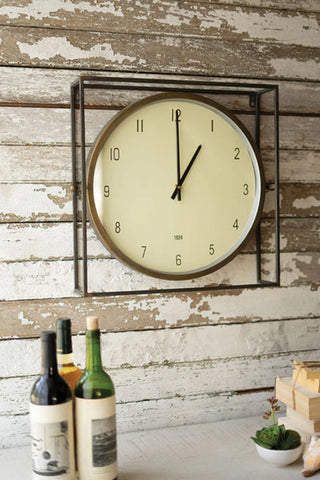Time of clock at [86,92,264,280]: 1:00
